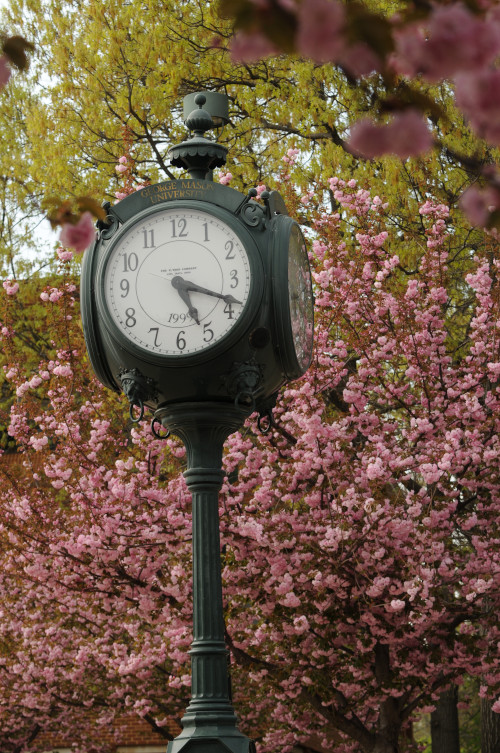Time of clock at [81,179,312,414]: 5:18
